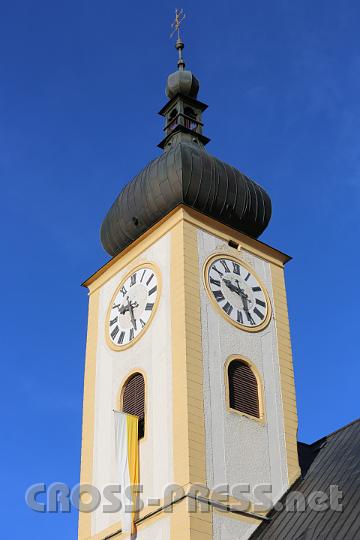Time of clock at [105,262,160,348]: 9:28
